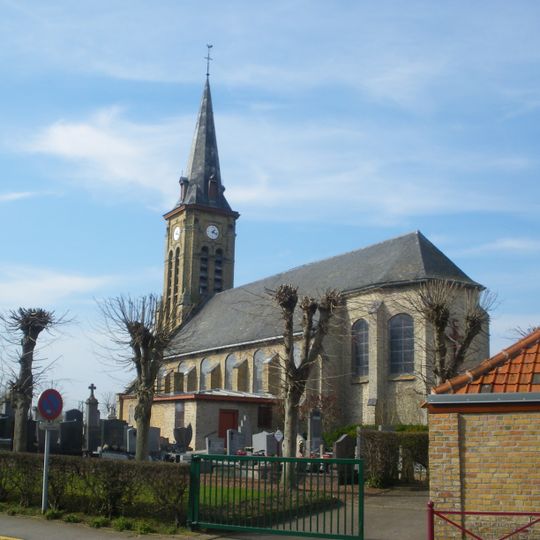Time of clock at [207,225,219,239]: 1:20
